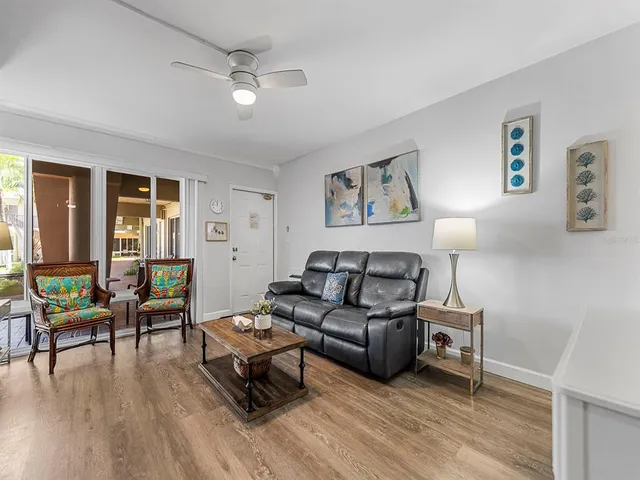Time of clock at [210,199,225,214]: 11:46
